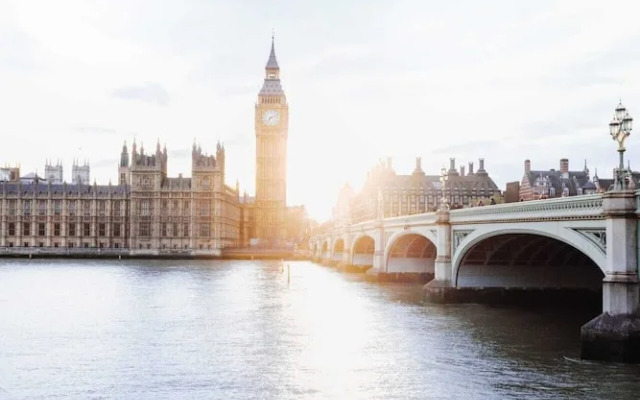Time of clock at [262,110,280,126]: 7:11
